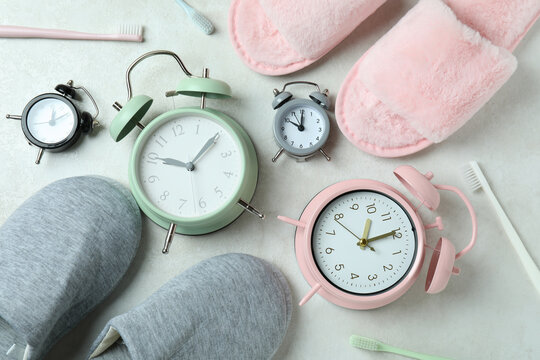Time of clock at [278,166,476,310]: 12:09
